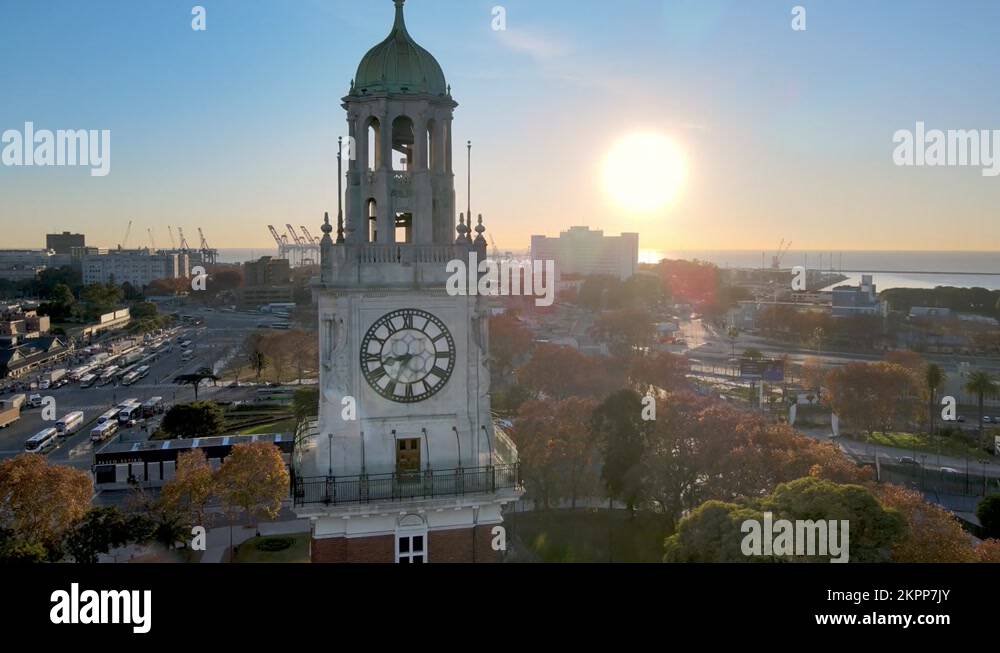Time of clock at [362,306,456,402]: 8:34
